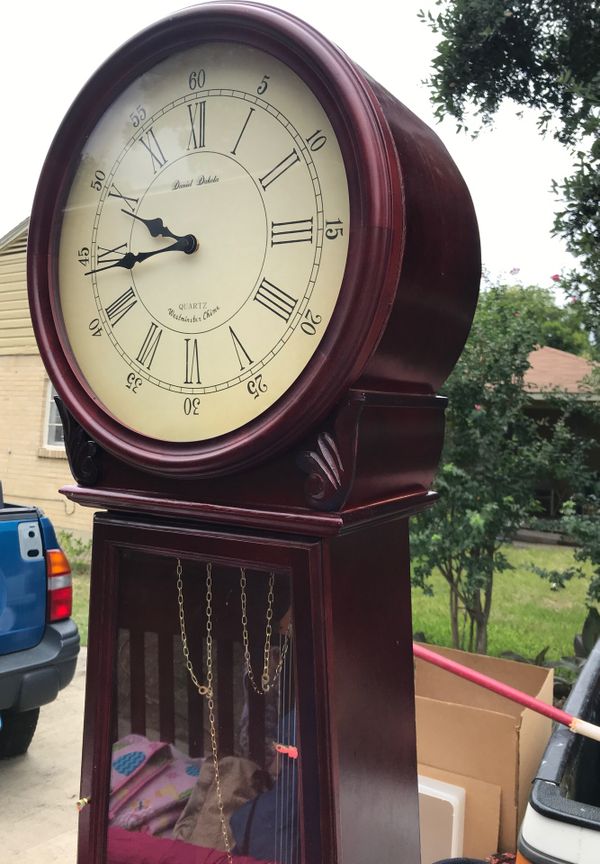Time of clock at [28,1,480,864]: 9:44
